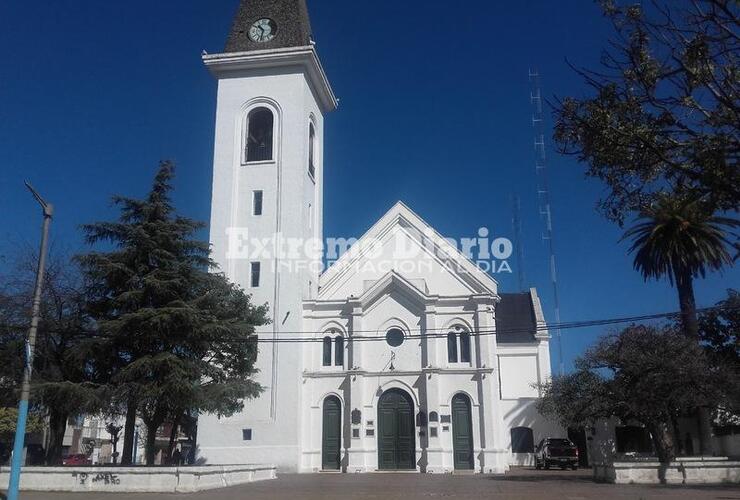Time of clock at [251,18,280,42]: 10:32
